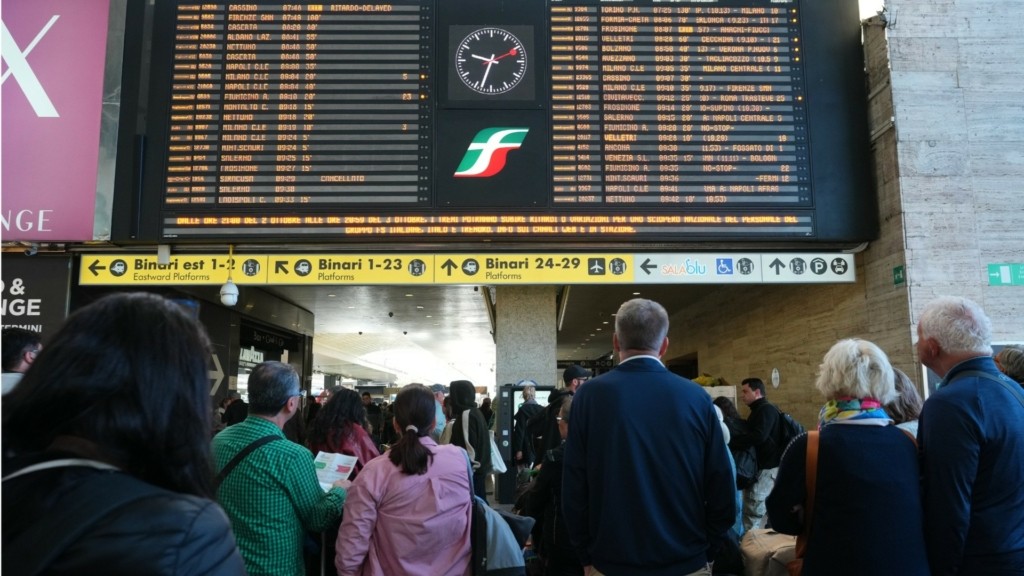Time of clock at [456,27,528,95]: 9:33
